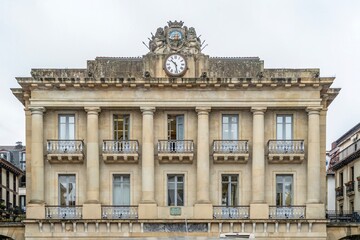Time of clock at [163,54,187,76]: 10:28
